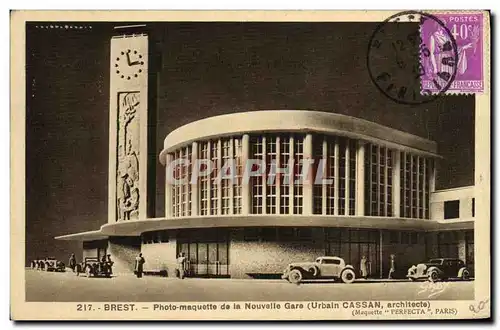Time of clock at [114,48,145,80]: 2:58
